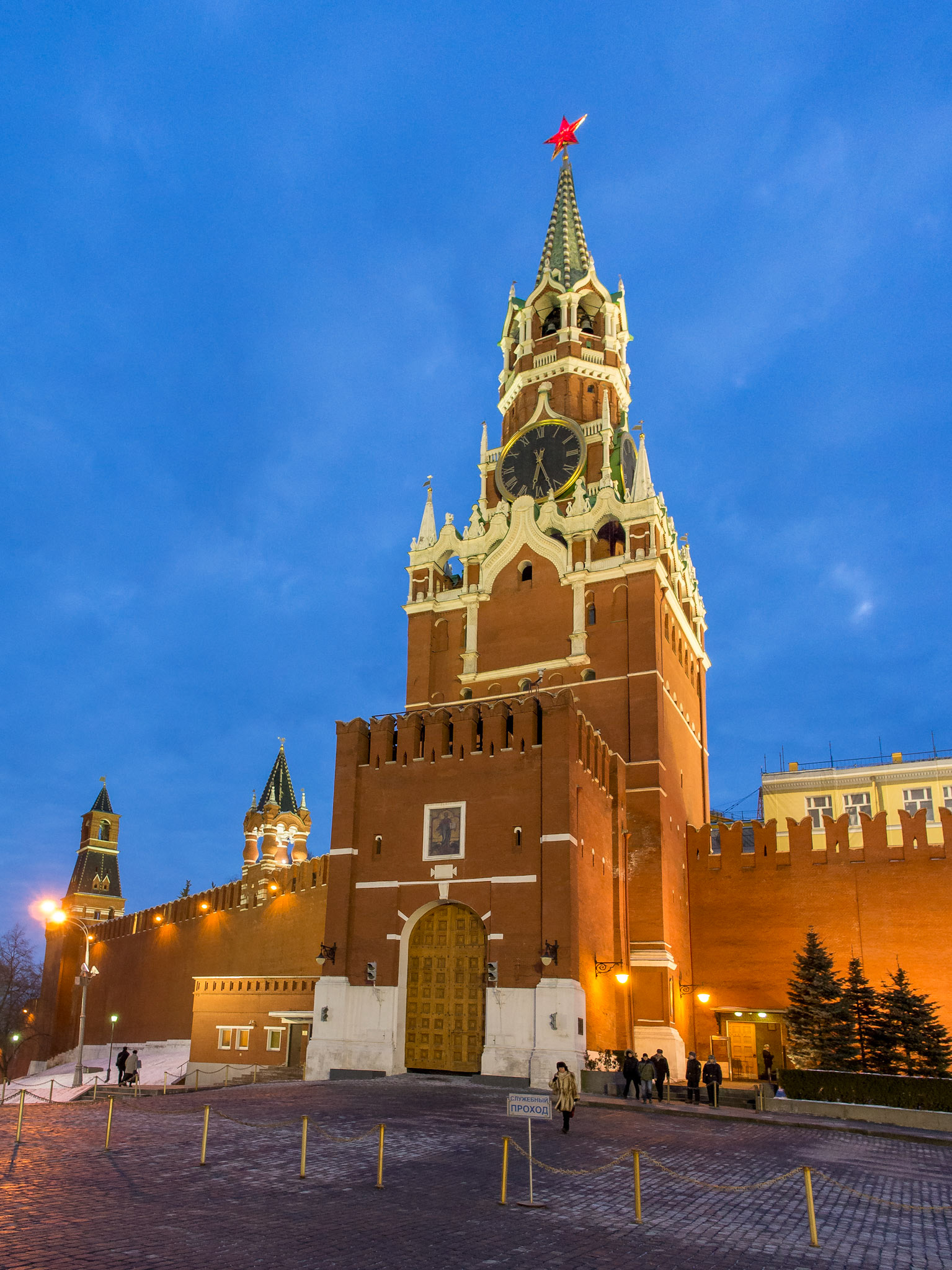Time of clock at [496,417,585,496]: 6:26
